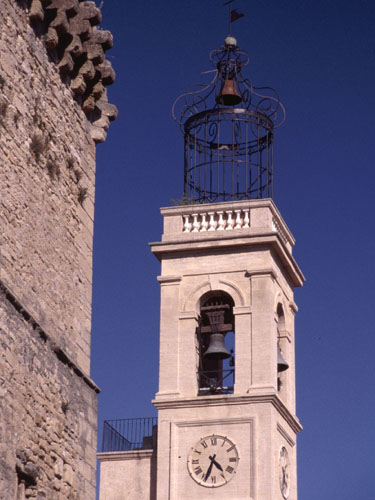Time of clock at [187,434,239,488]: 4:33
